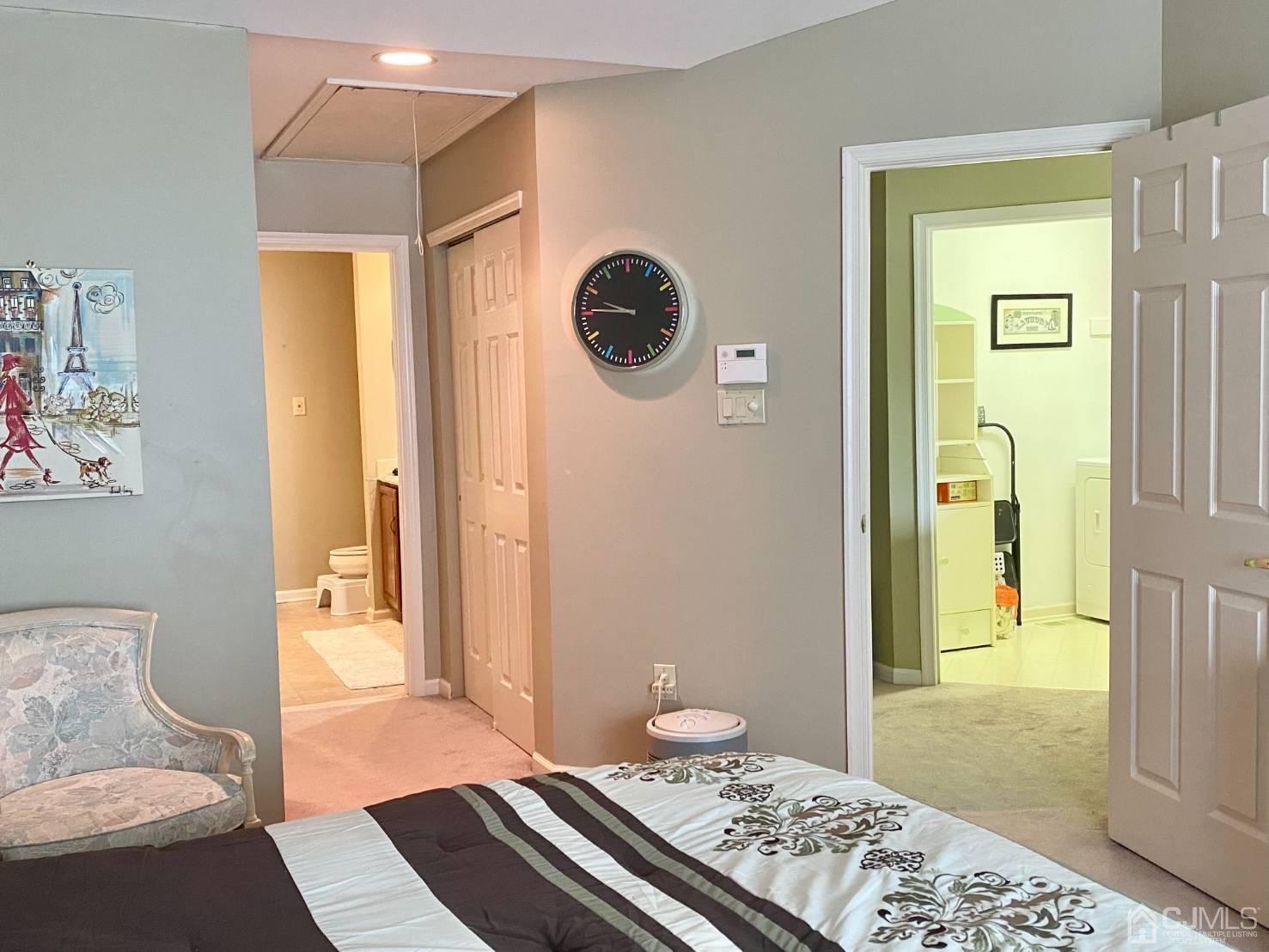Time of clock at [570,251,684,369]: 9:45
